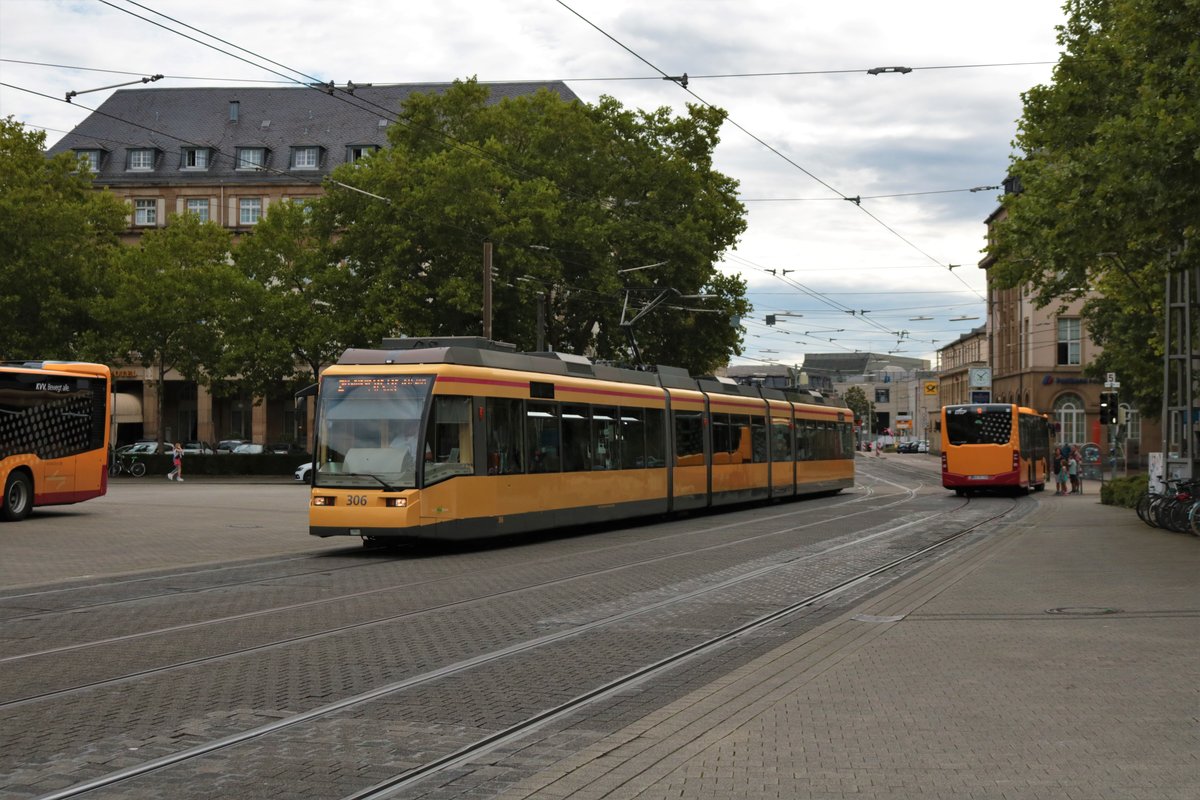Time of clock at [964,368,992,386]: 10:07
